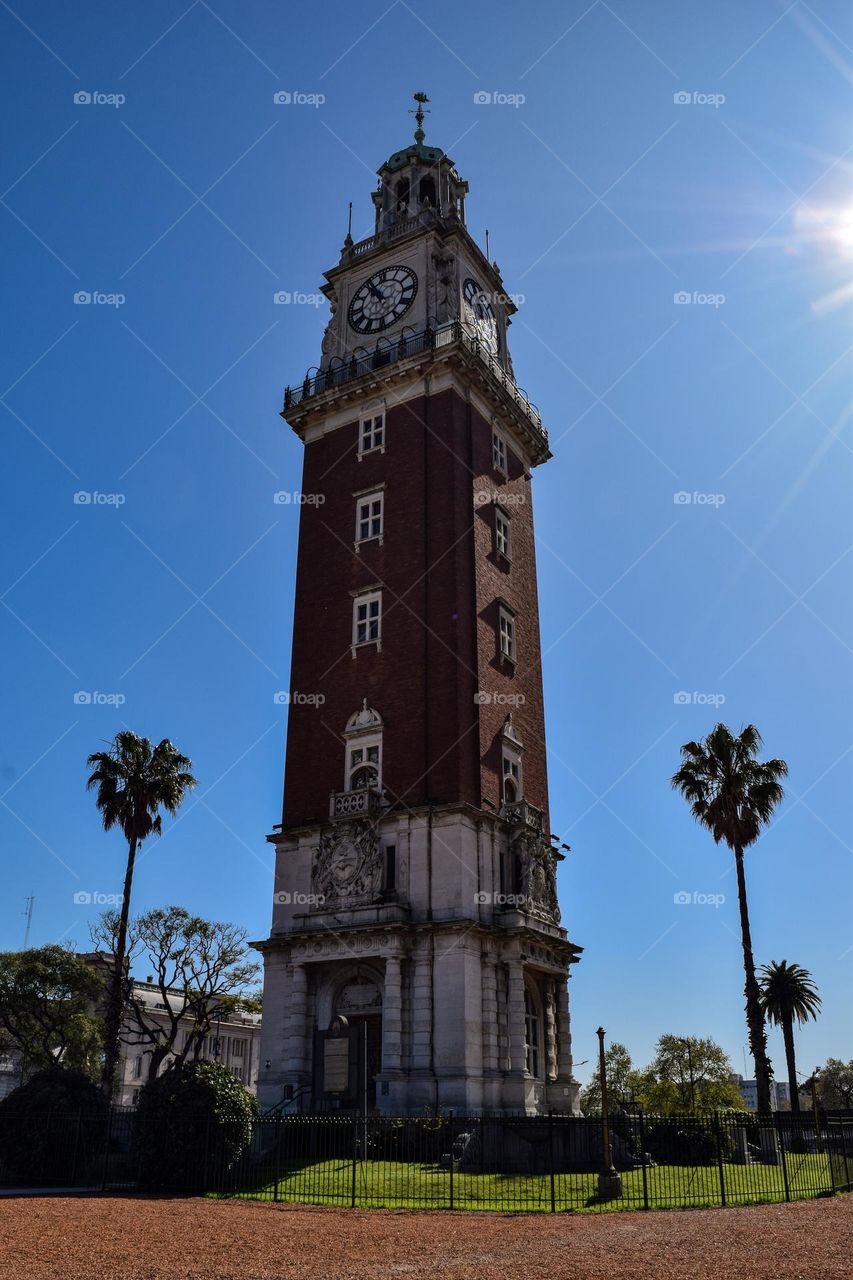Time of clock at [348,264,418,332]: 10:55
